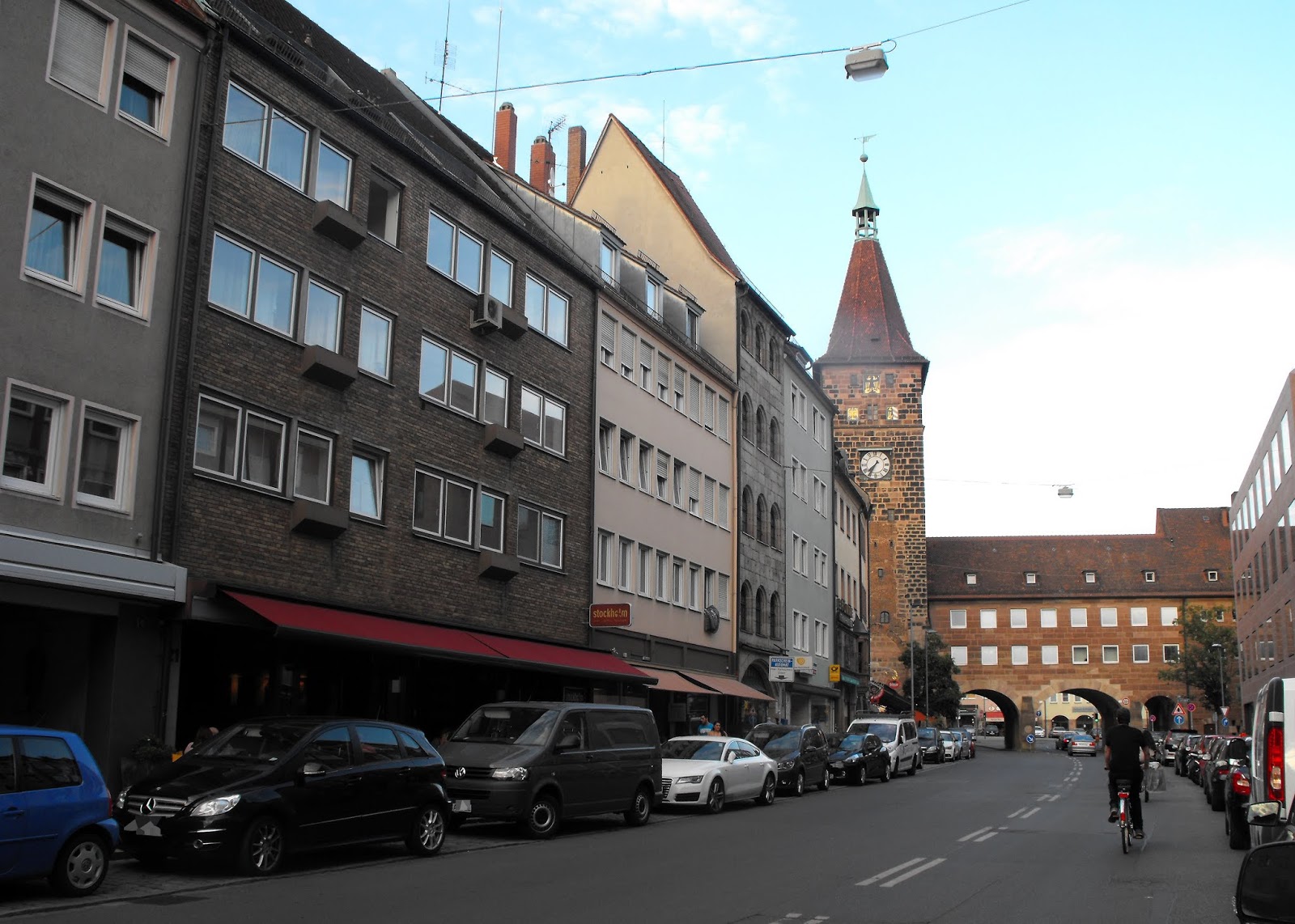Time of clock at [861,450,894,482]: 7:35
